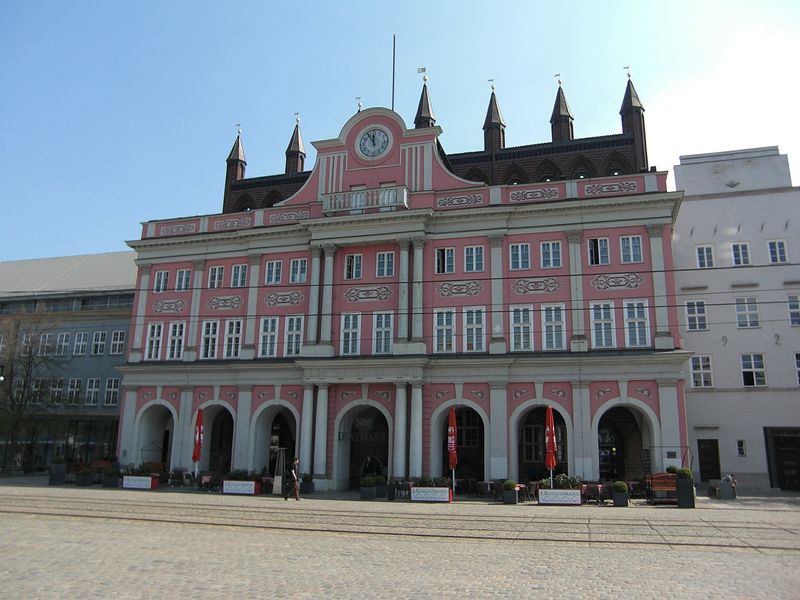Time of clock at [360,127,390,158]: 11:54
